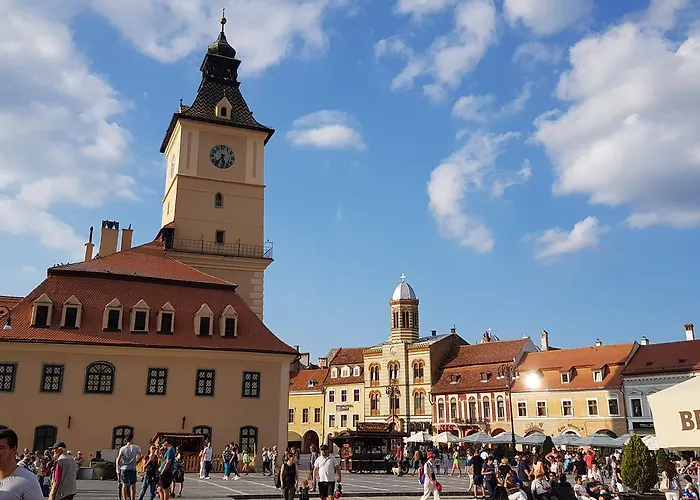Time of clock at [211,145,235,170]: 5:36
